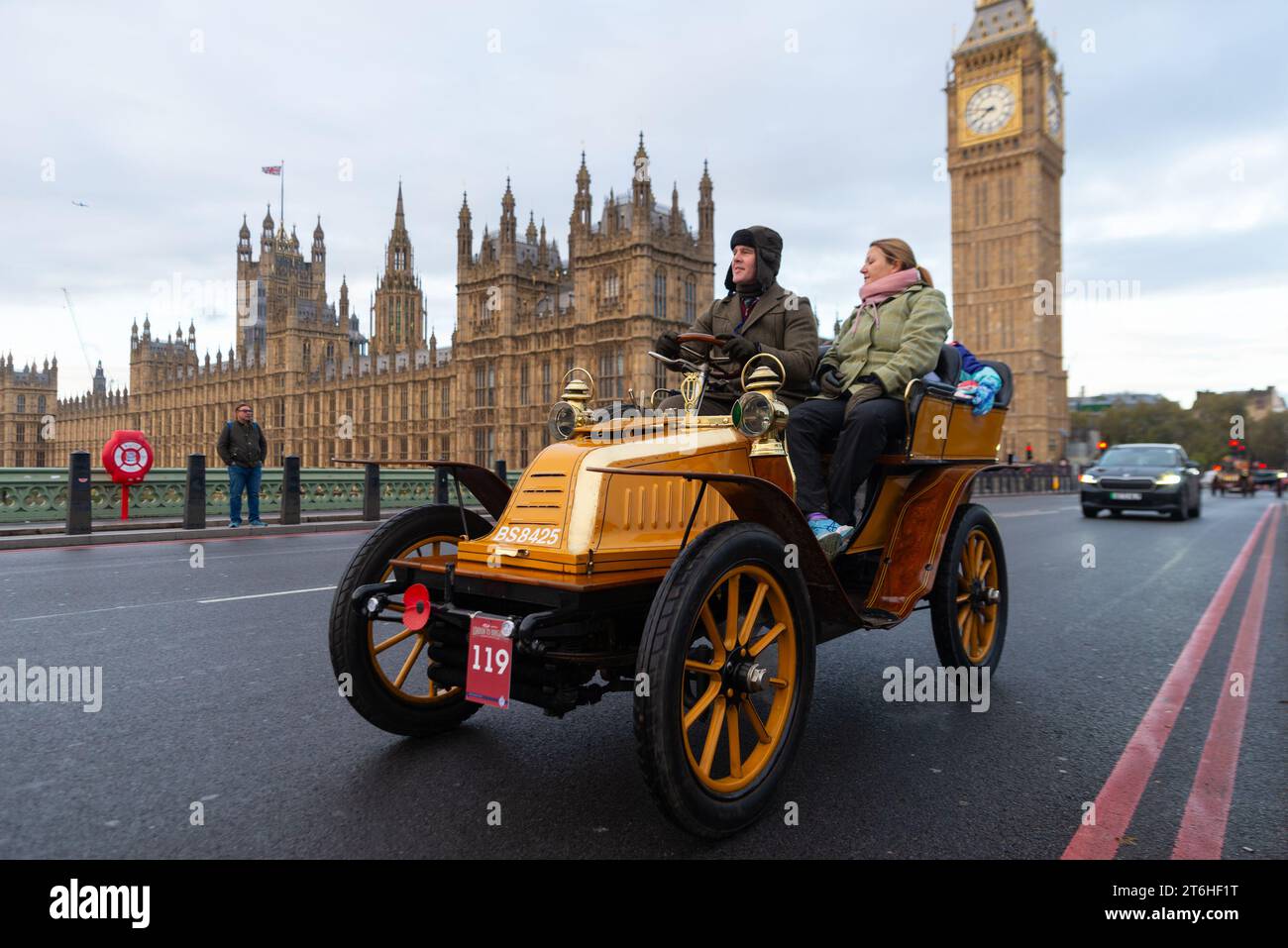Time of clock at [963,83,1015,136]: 7:46
